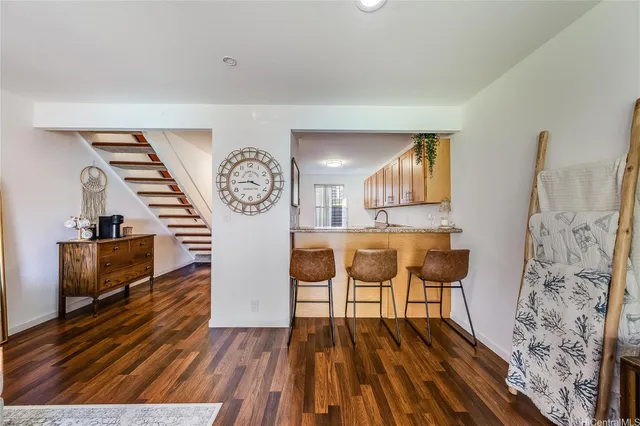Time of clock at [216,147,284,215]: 3:44
